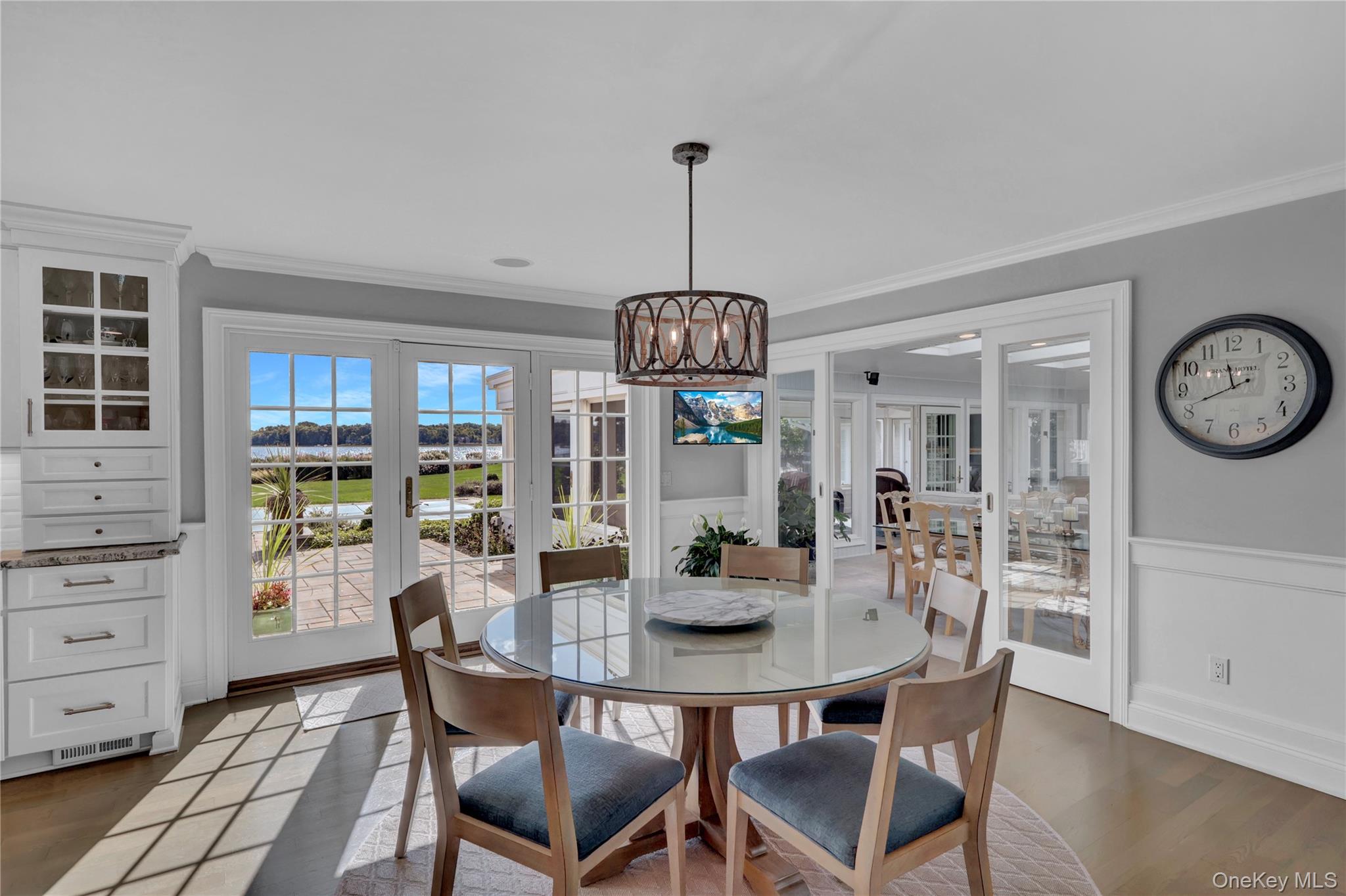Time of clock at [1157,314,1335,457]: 11:41
